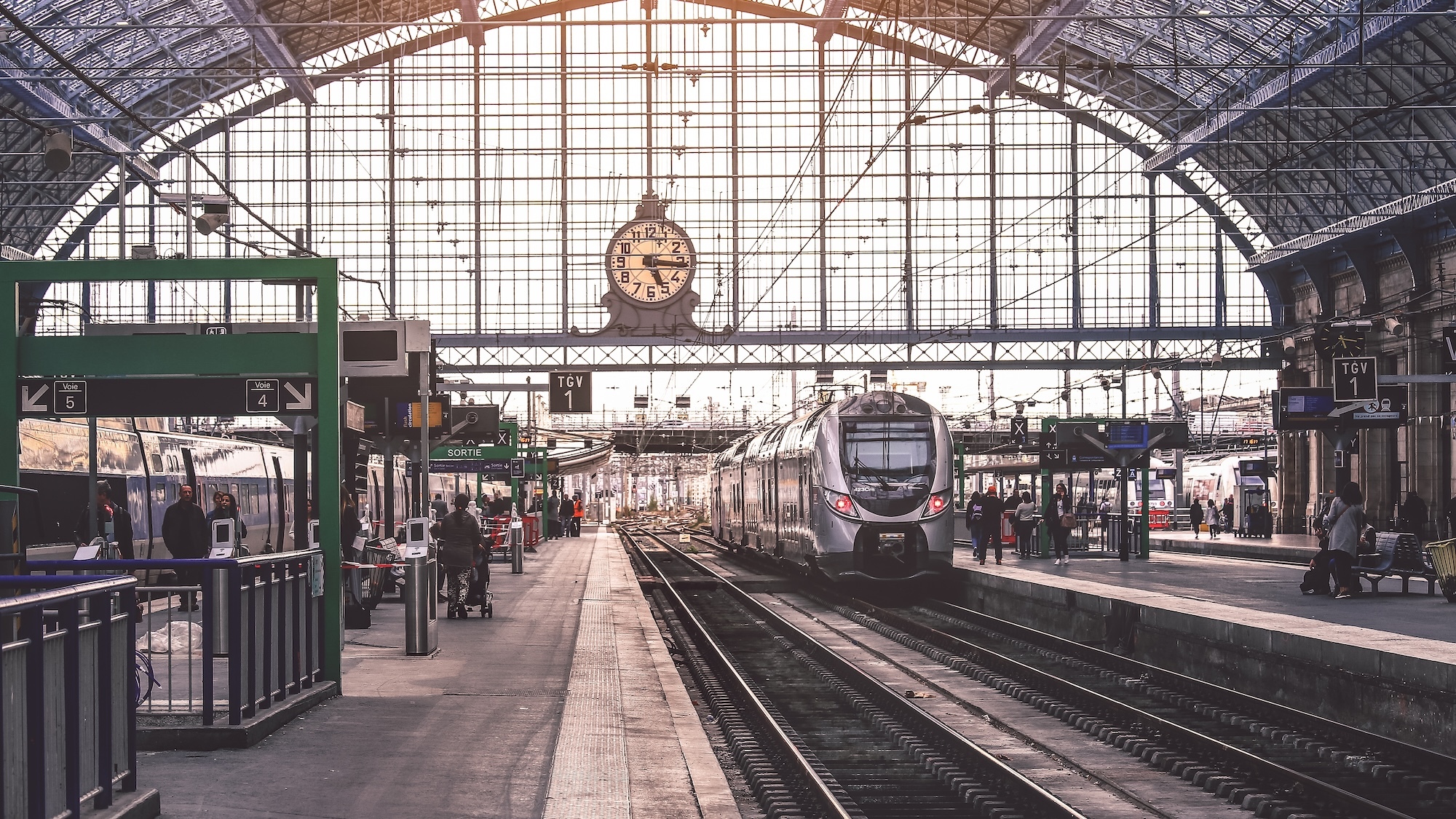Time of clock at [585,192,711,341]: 5:15
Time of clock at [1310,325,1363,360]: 5:16
